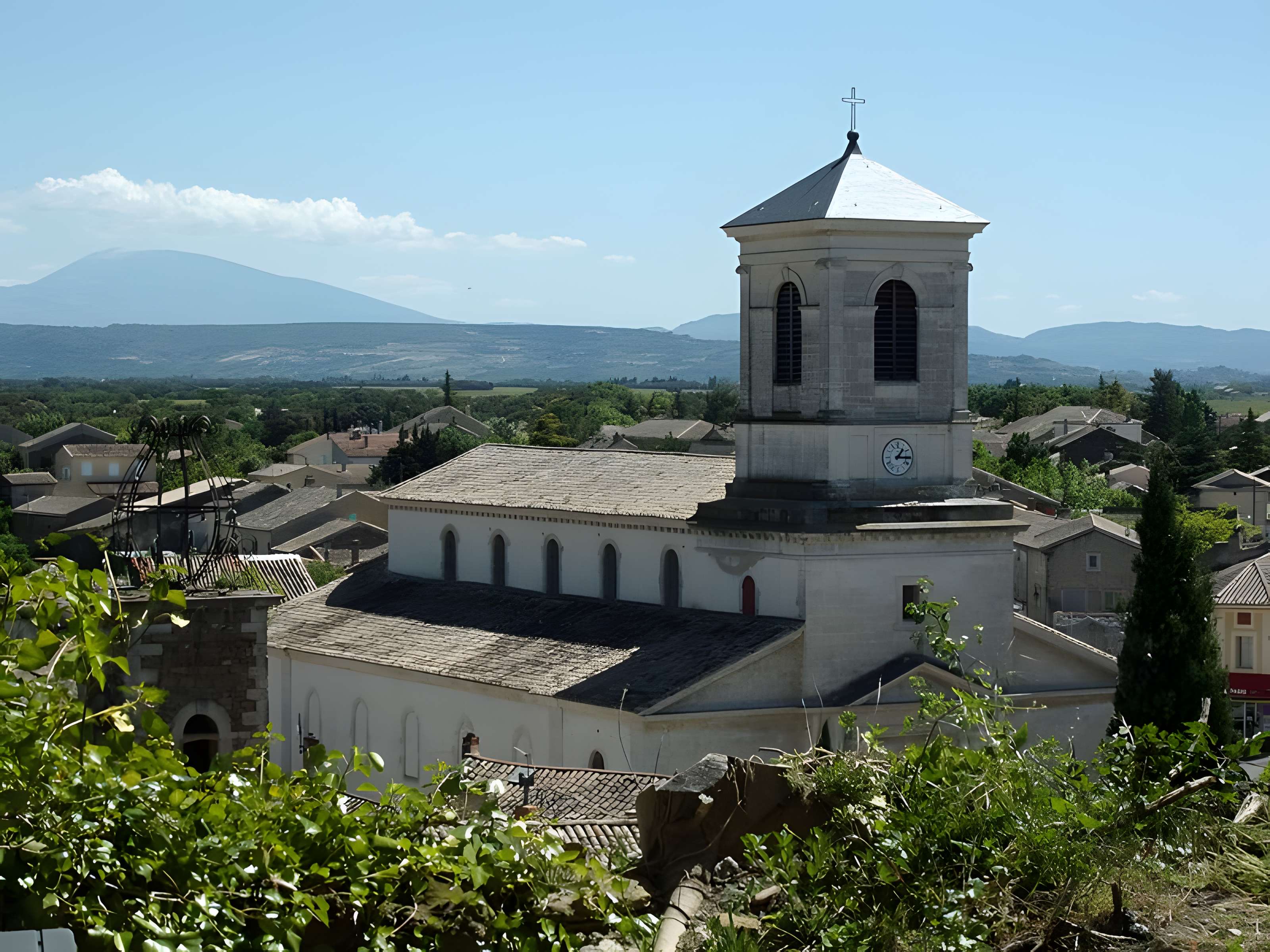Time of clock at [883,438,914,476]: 1:15
